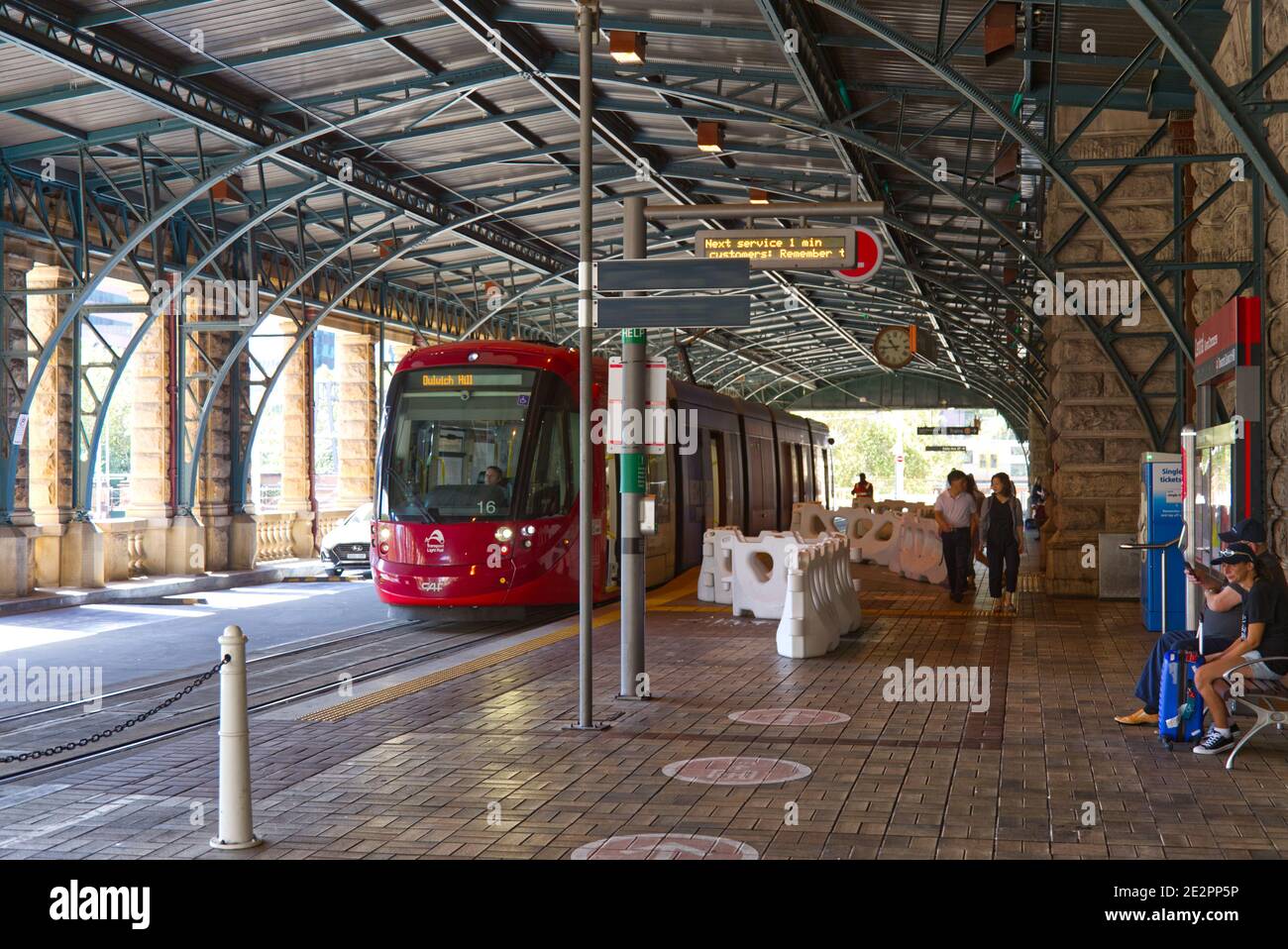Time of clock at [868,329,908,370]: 10:43
